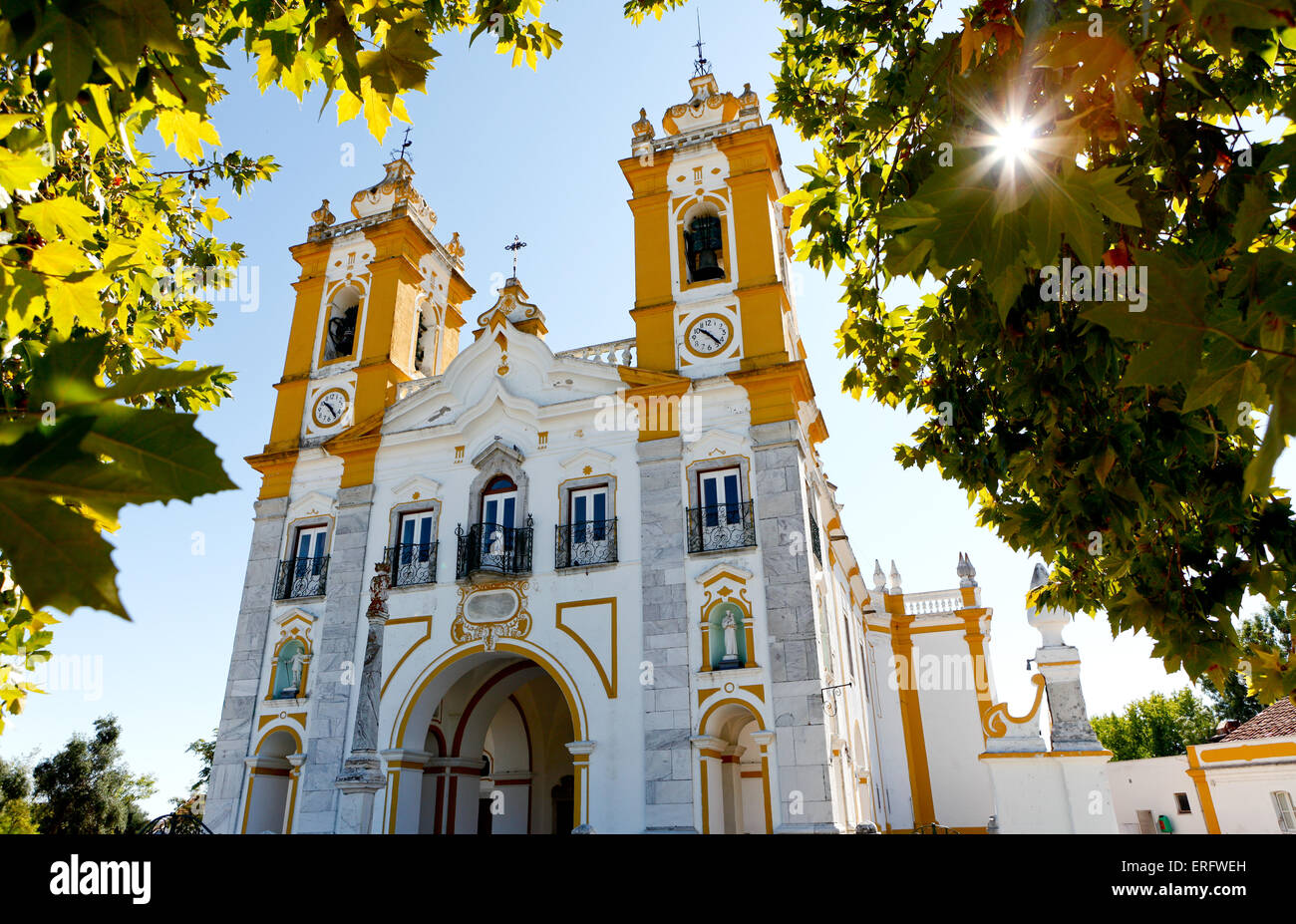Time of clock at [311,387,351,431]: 10:24
